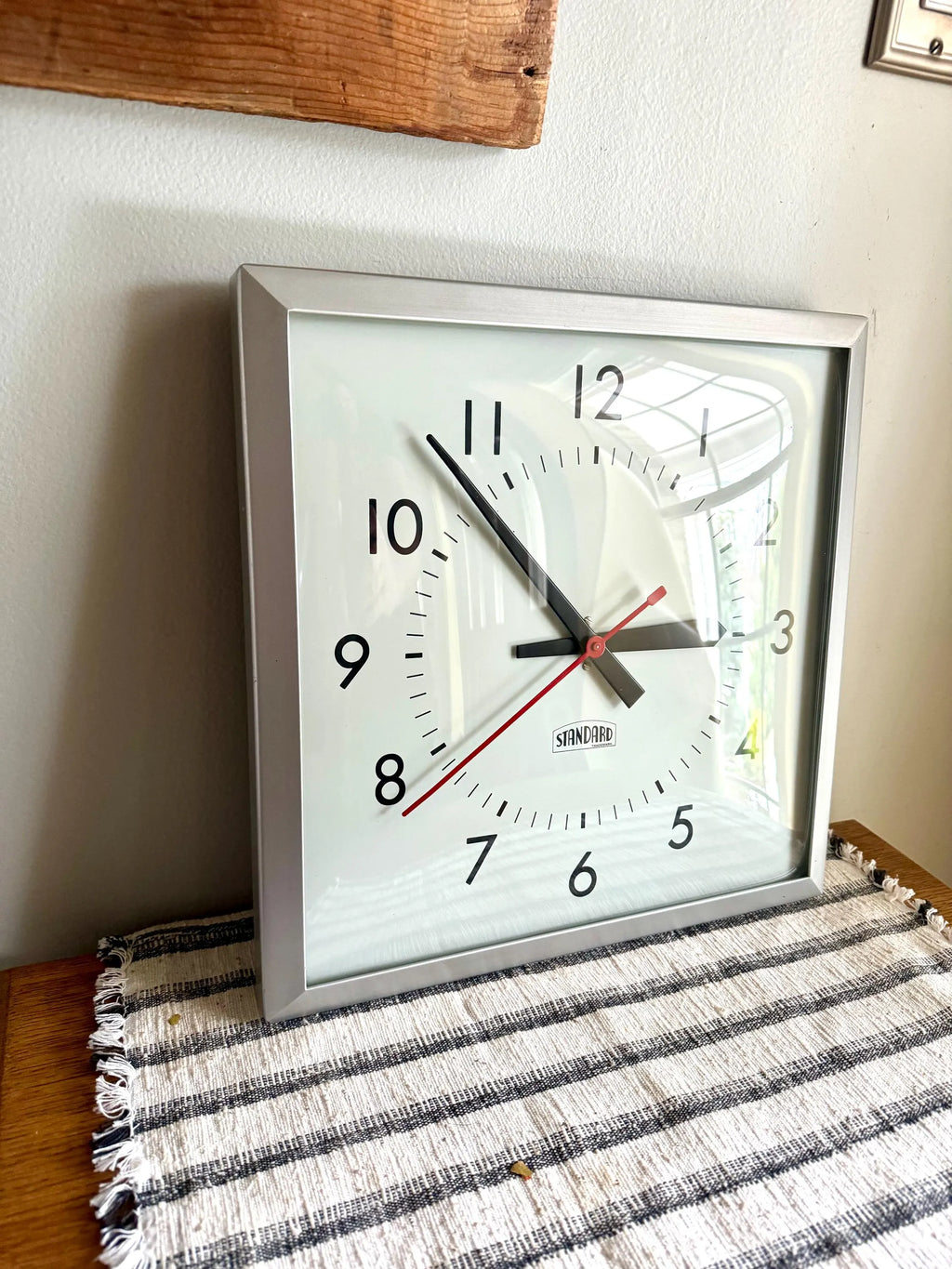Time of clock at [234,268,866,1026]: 2:53
